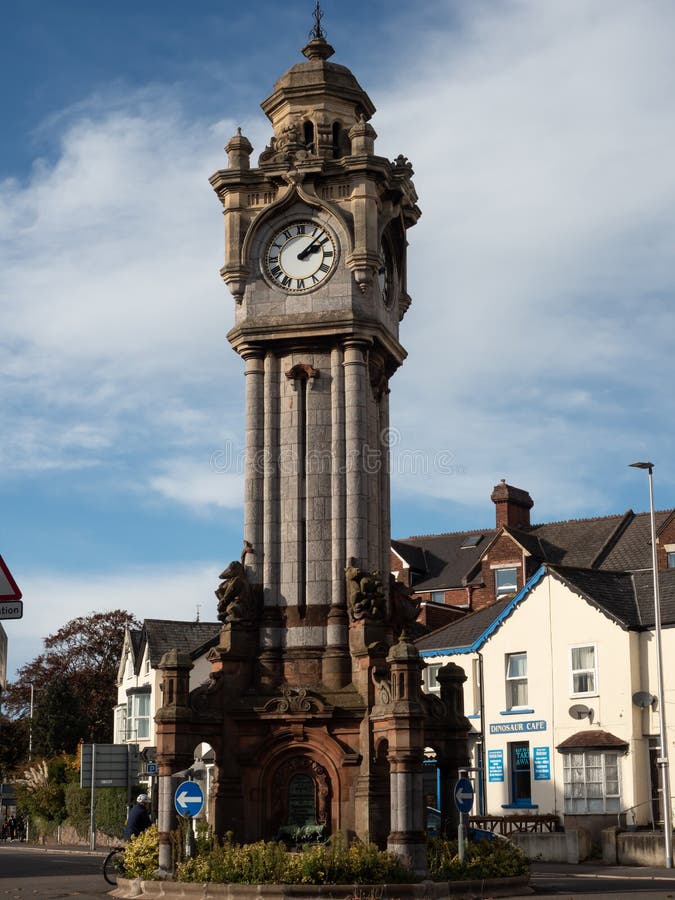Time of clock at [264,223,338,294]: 2:07
